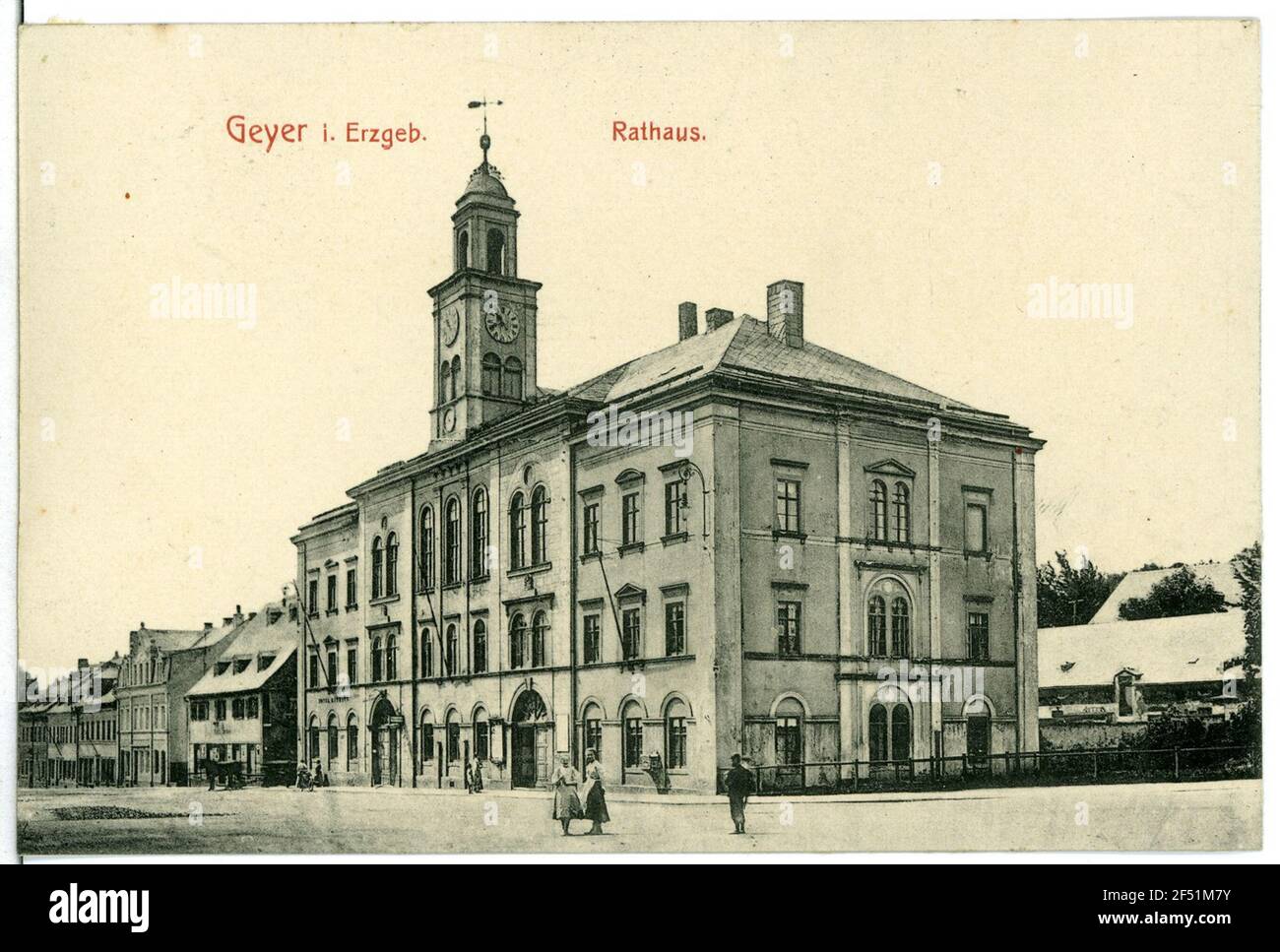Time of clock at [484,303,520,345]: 10:41
